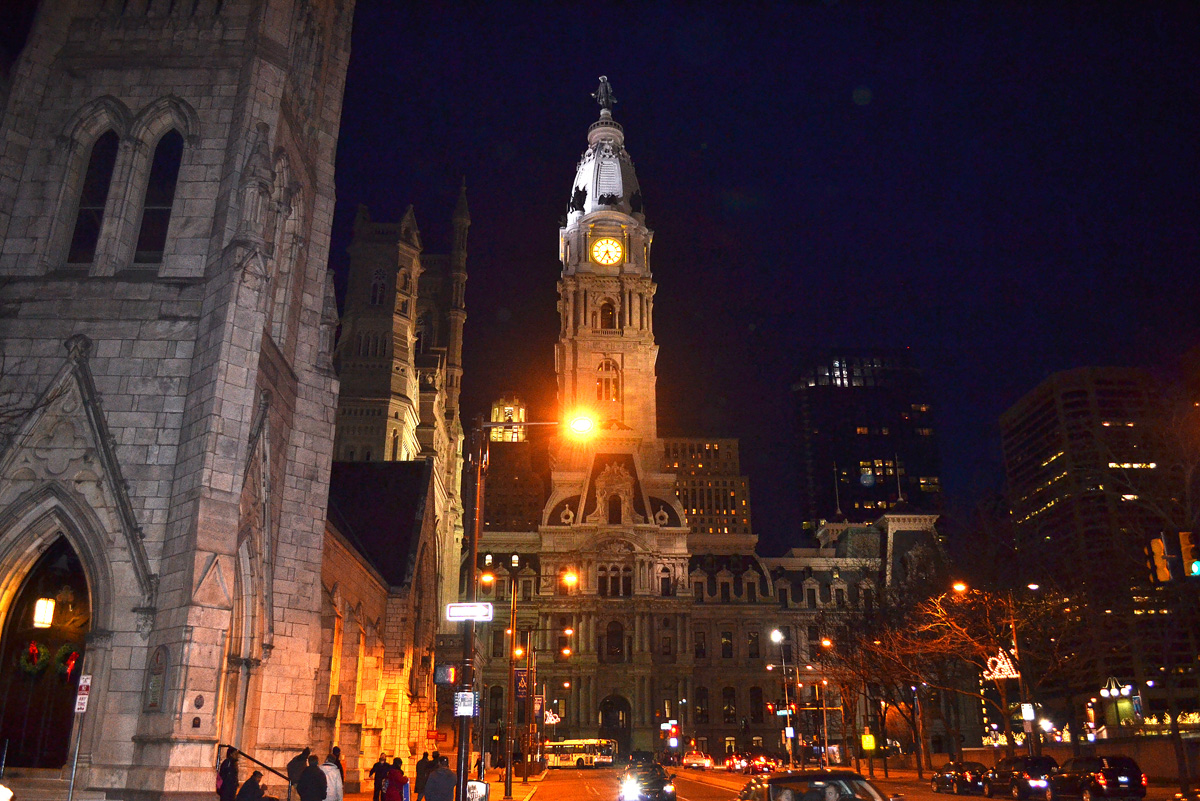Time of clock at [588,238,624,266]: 5:34
